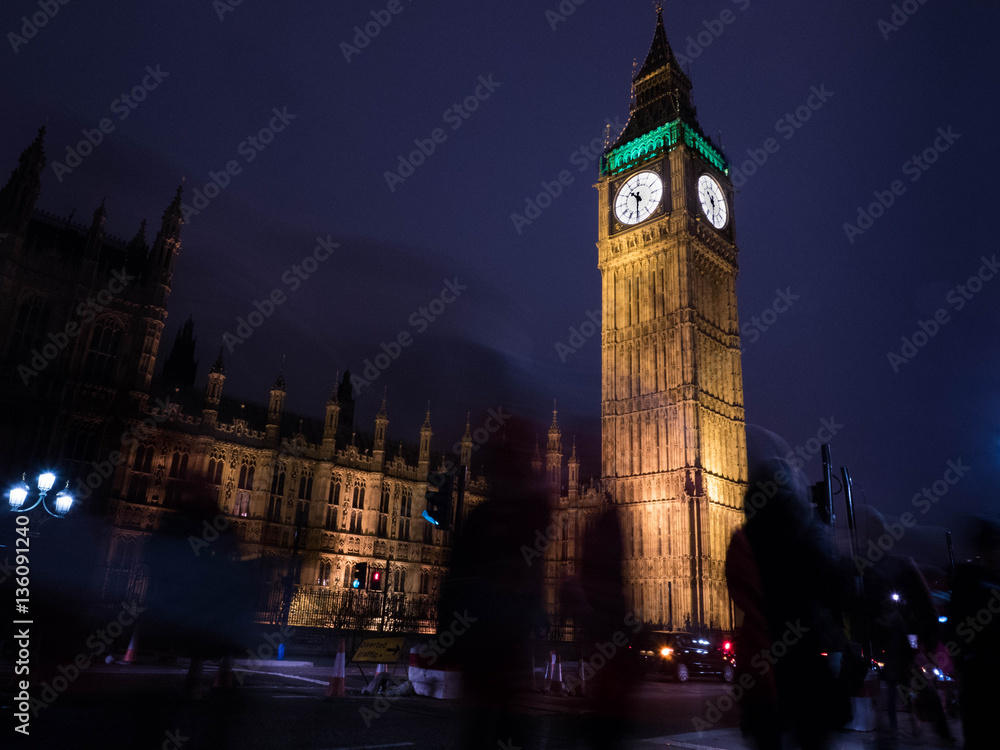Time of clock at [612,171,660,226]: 10:30
